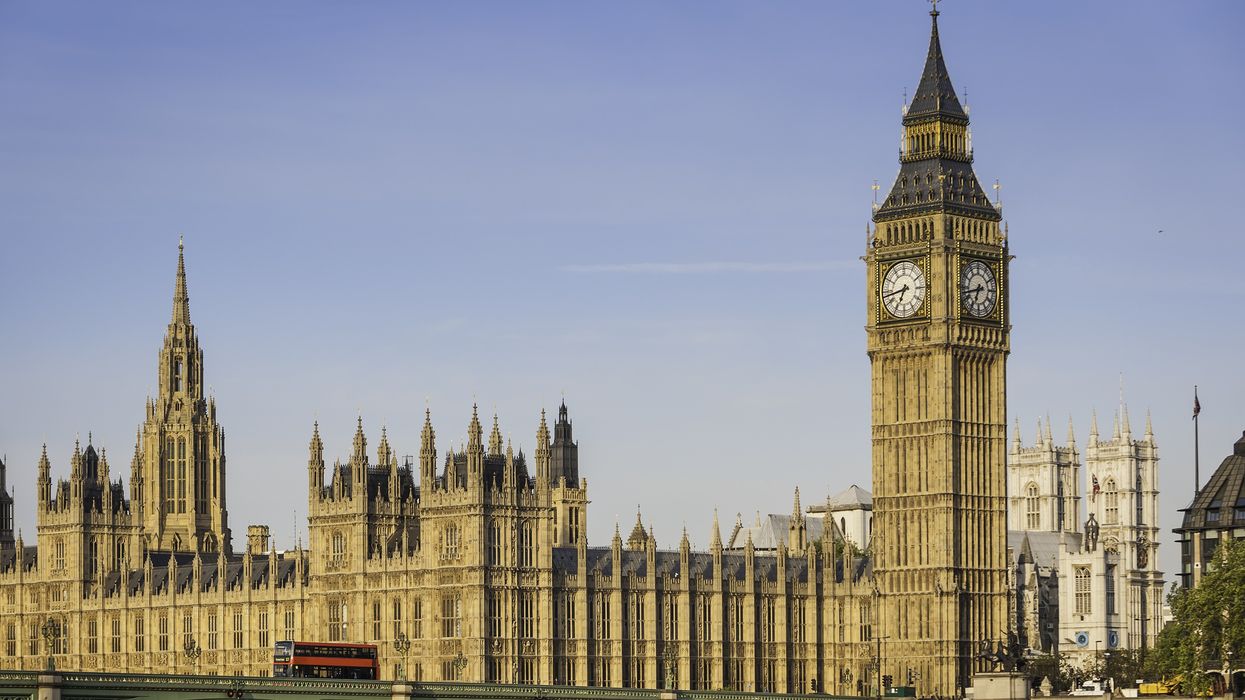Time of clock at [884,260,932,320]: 6:43
